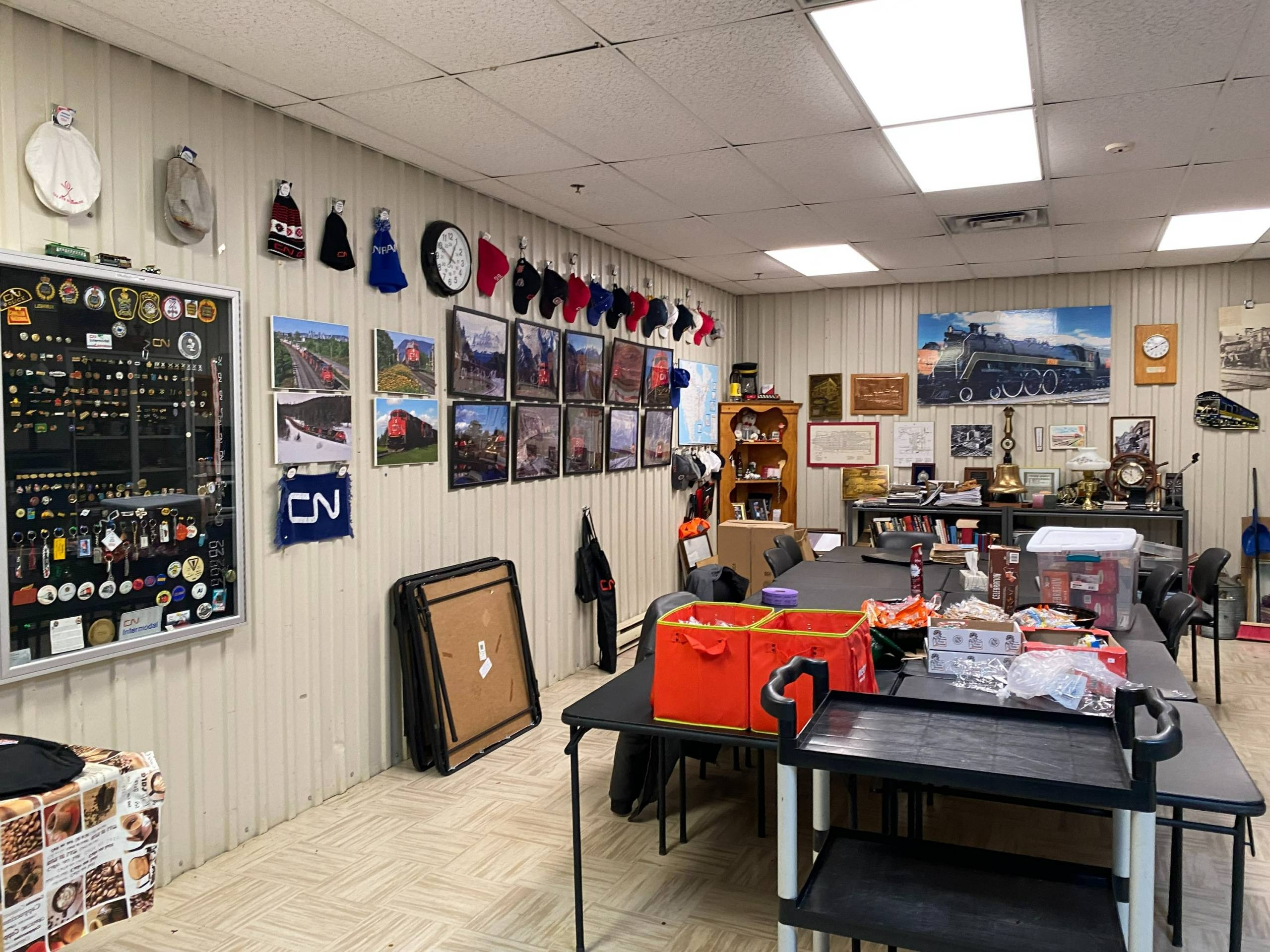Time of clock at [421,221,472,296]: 12:49
